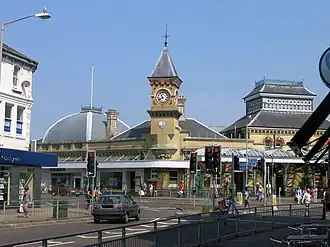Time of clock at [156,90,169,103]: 10:41
